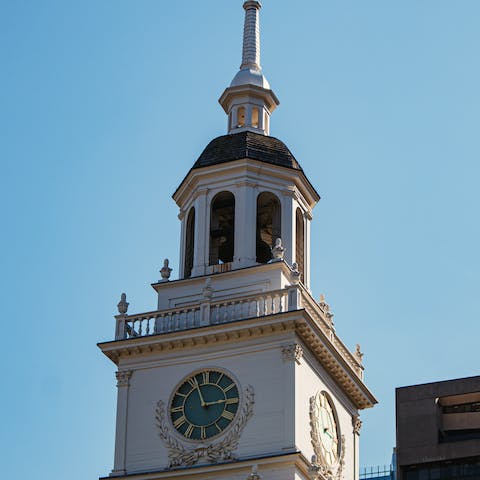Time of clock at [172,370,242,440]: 2:56
